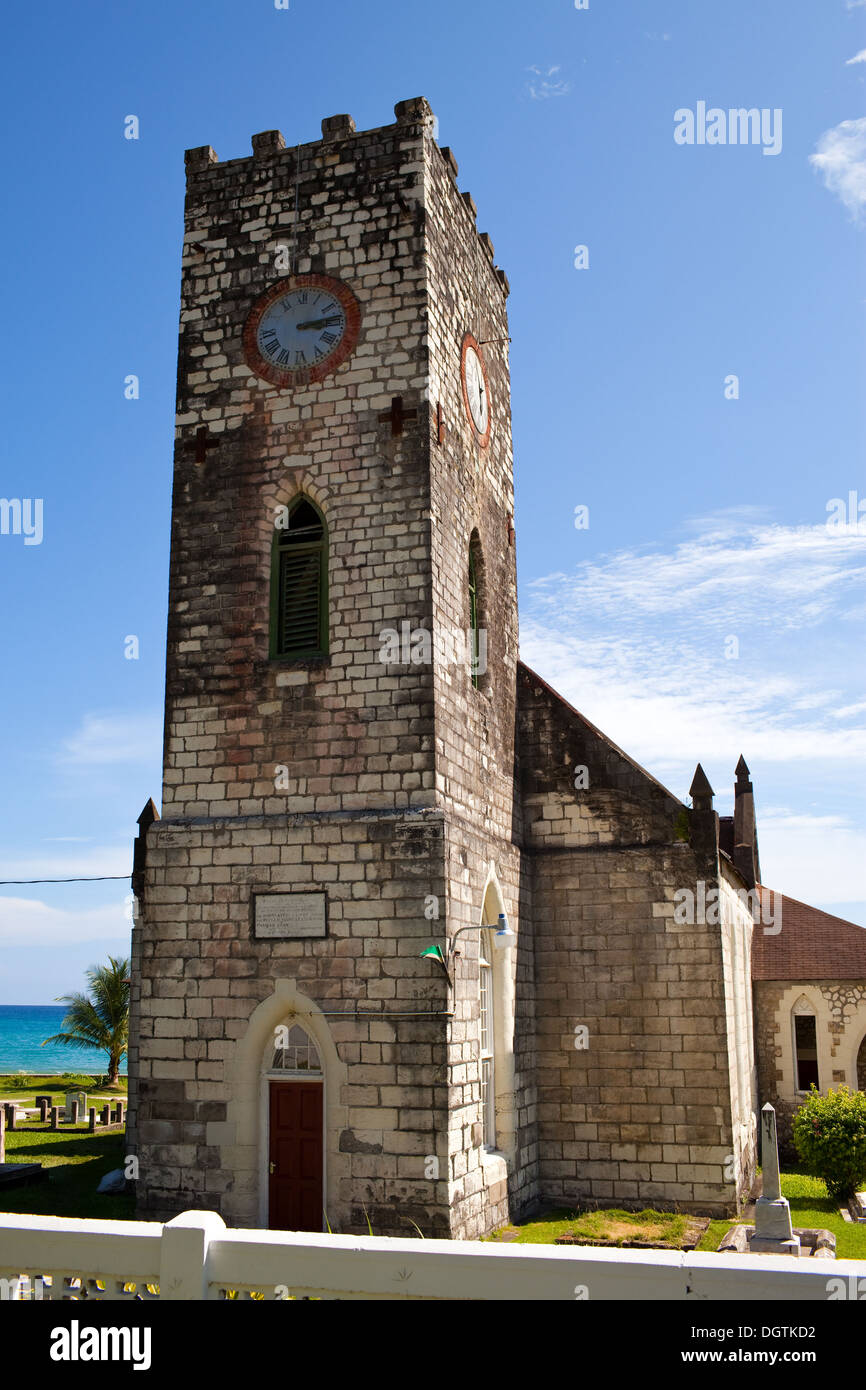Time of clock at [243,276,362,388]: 3:13
